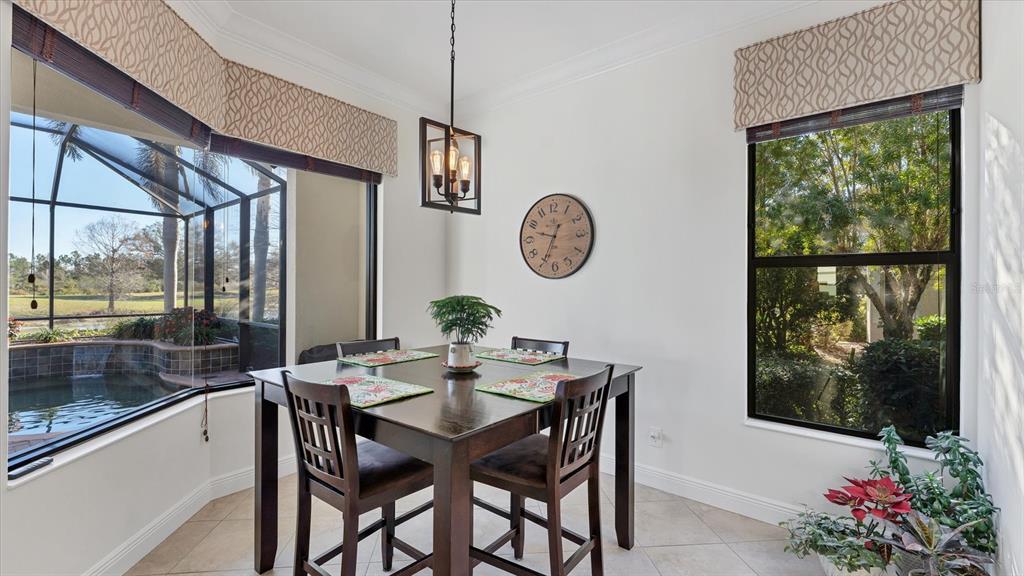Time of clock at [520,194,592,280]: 9:34
